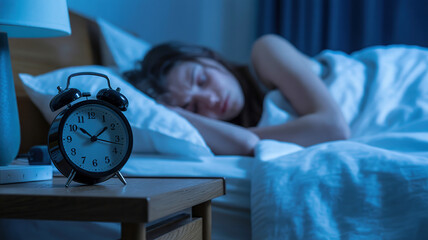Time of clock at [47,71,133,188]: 10:08
